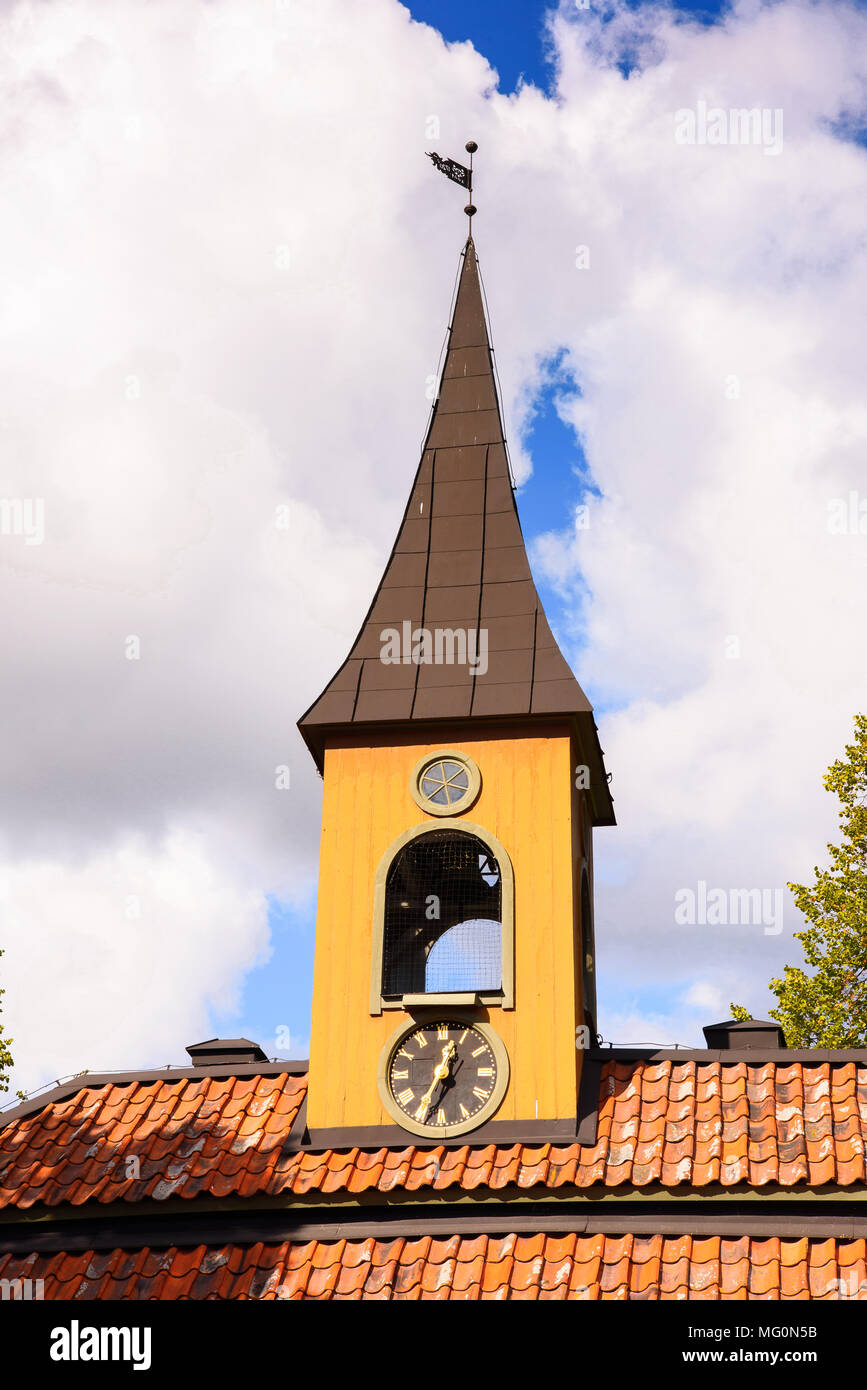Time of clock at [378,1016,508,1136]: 12:34
